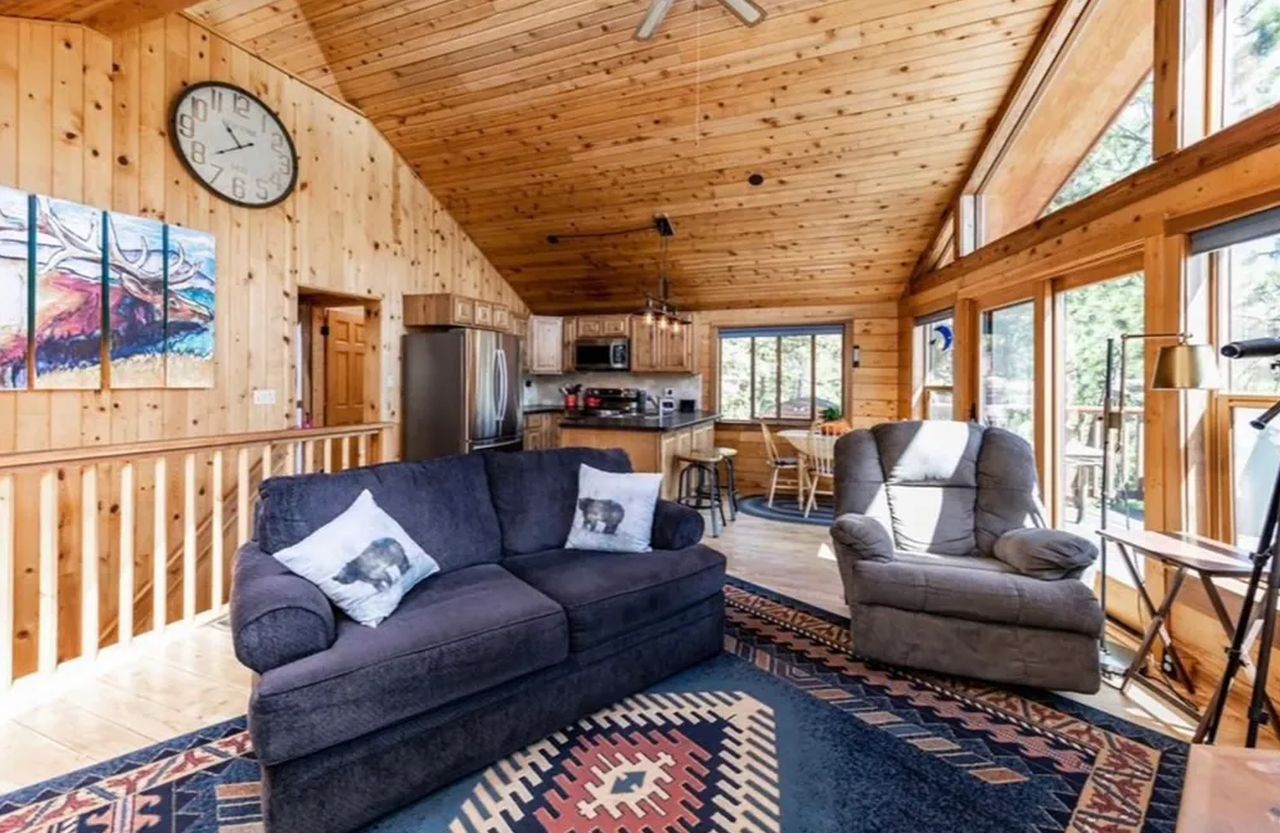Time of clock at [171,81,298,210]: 10:39
